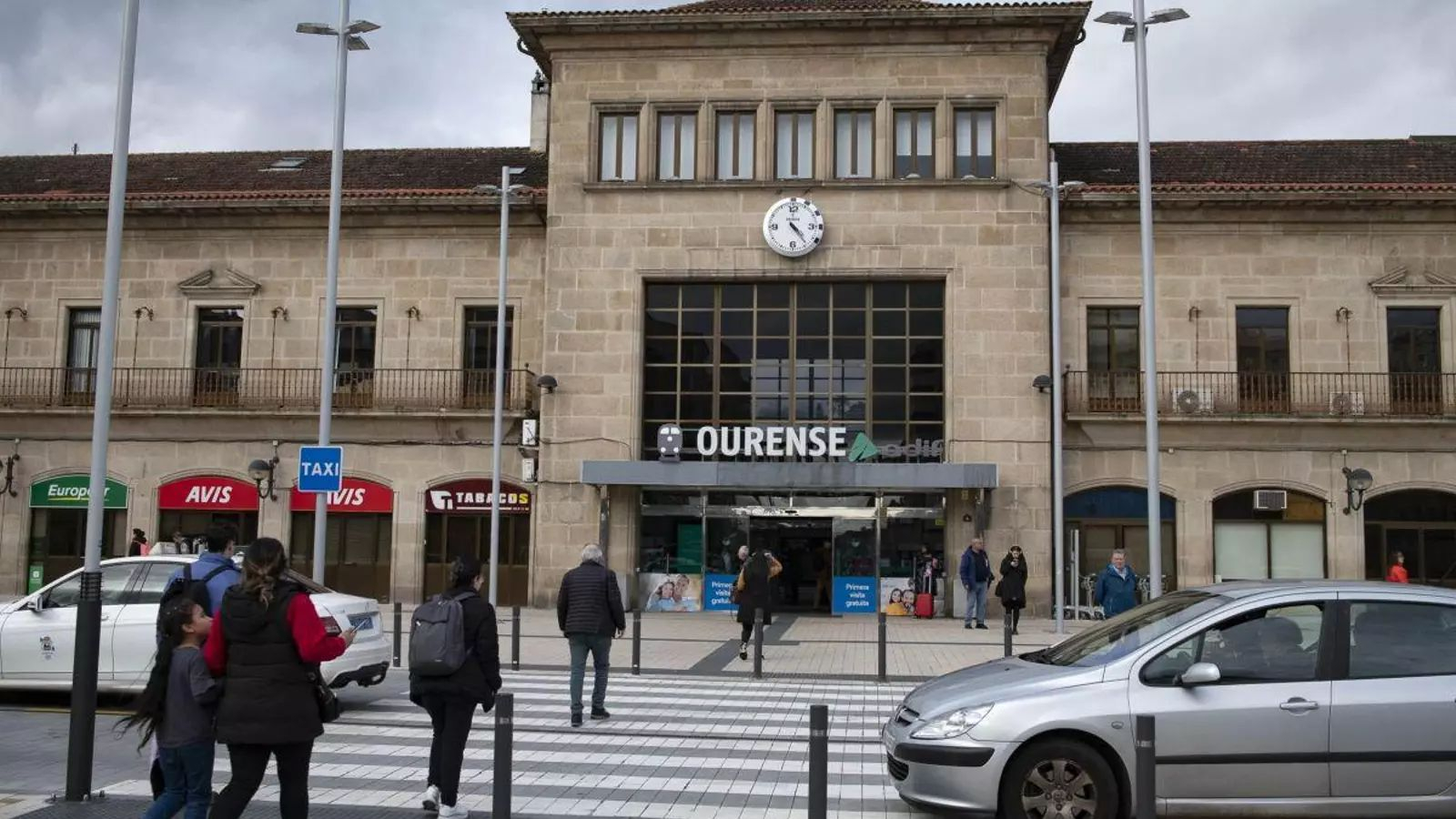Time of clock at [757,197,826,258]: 4:23
